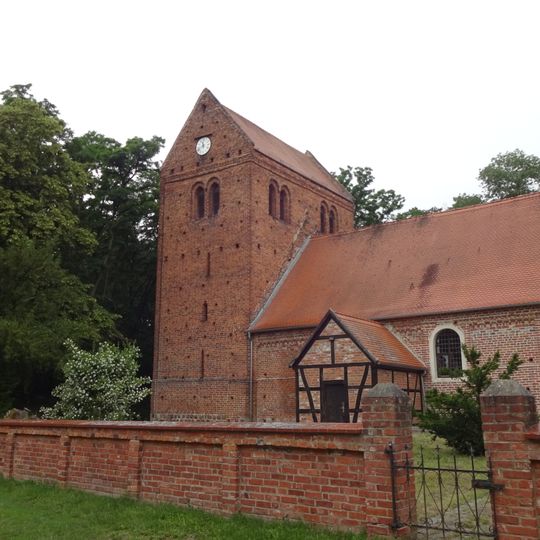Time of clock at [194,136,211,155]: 11:41
